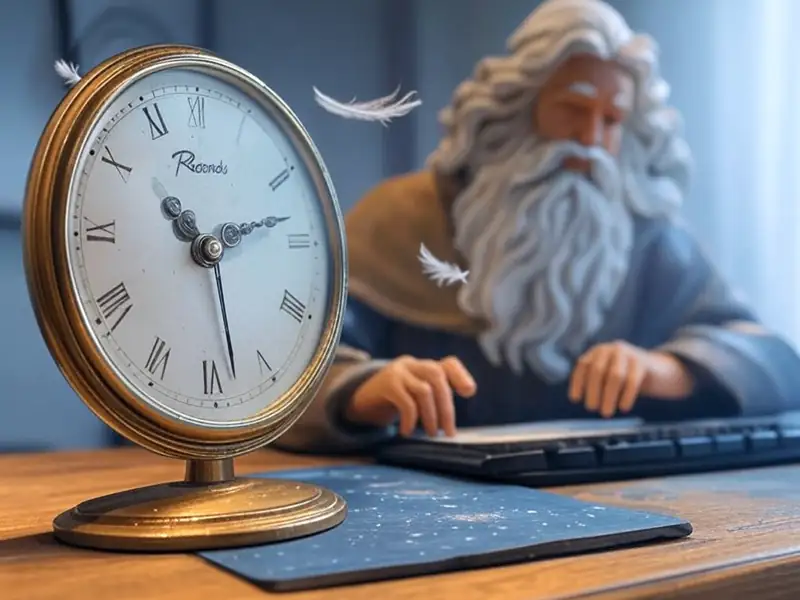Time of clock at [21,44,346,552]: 10:12
